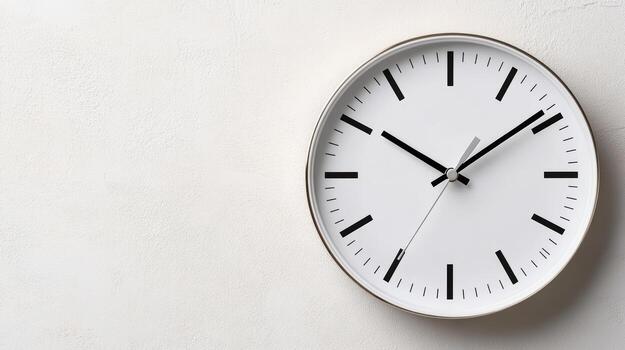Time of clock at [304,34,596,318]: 10:09
